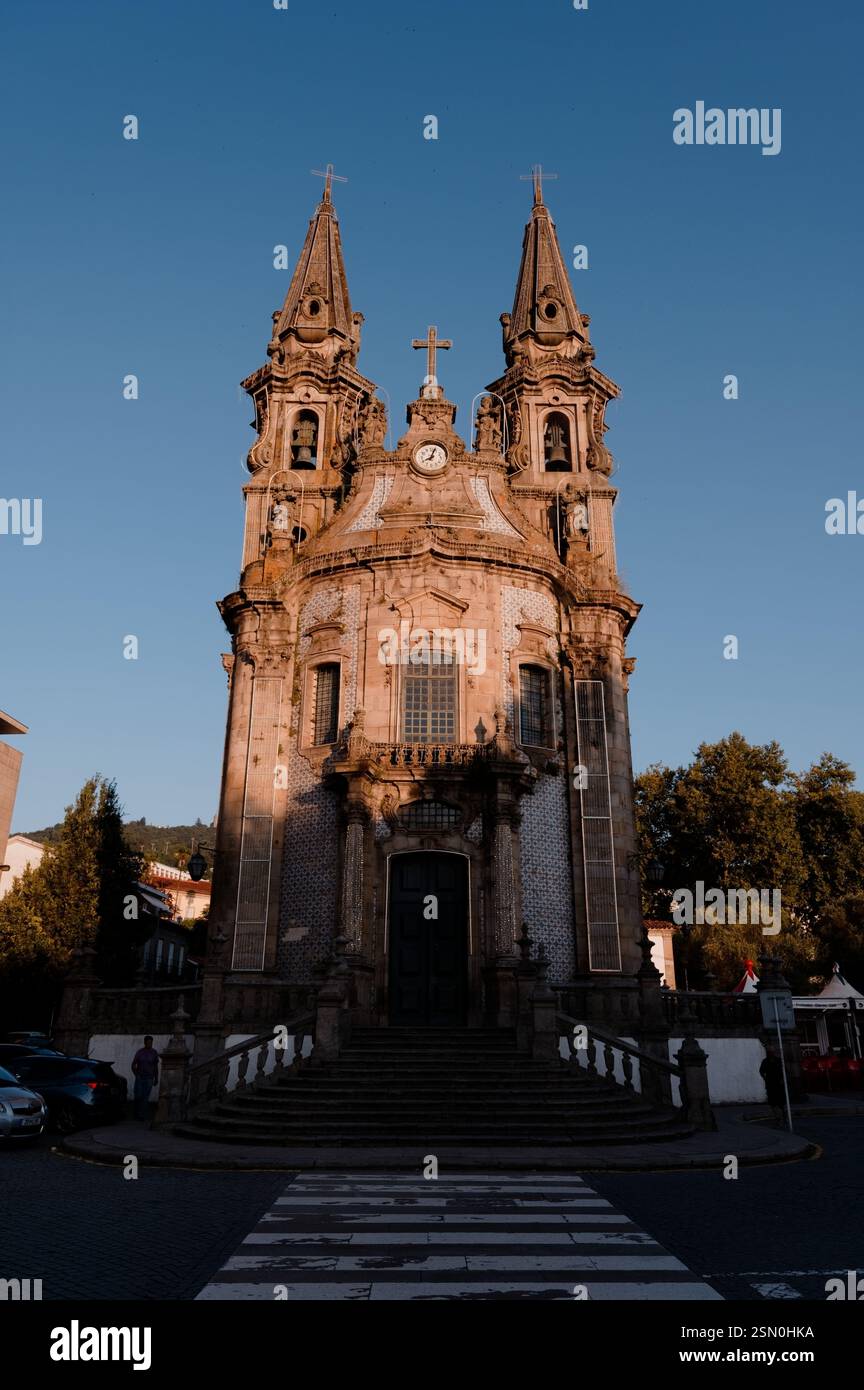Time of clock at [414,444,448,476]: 8:03
